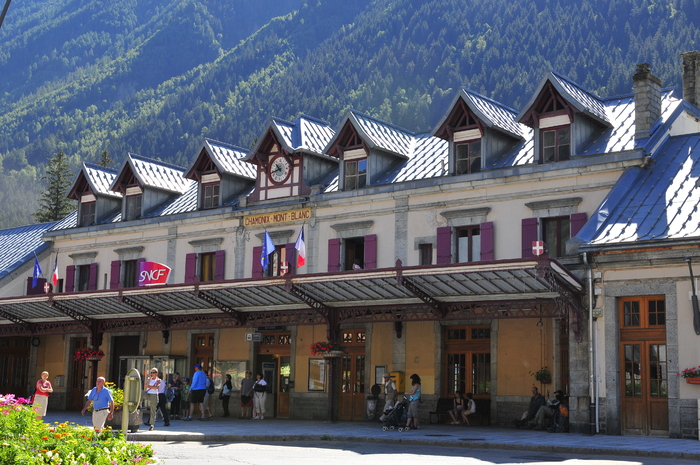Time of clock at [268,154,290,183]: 10:42
